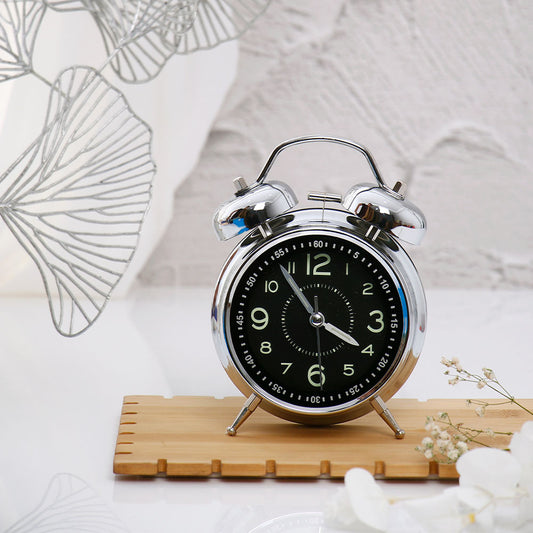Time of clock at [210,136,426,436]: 3:54
